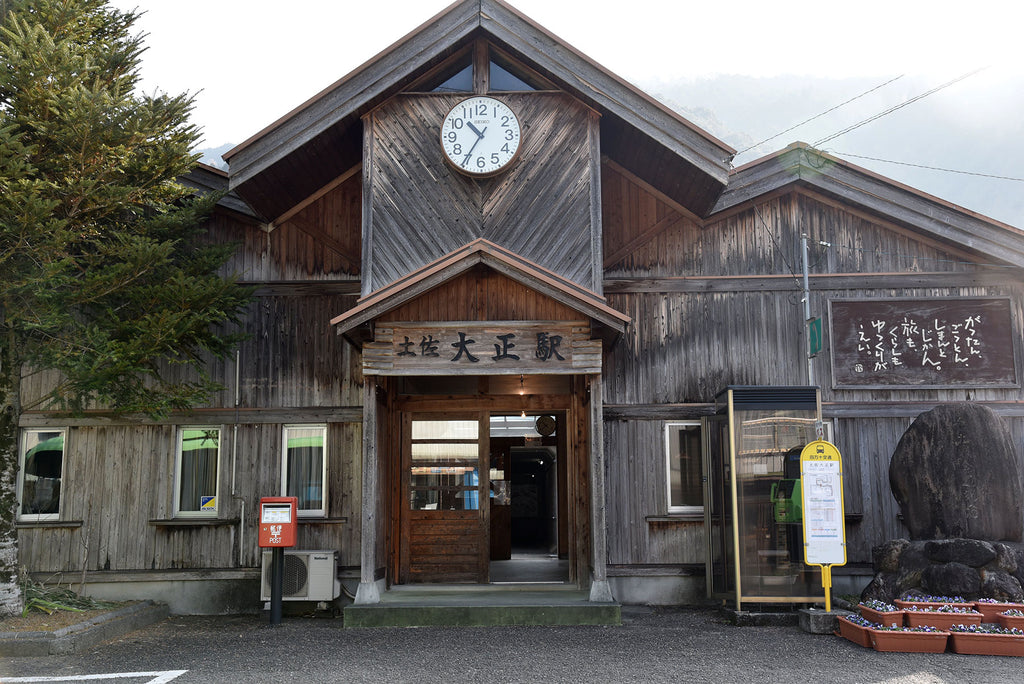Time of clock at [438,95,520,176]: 10:35
